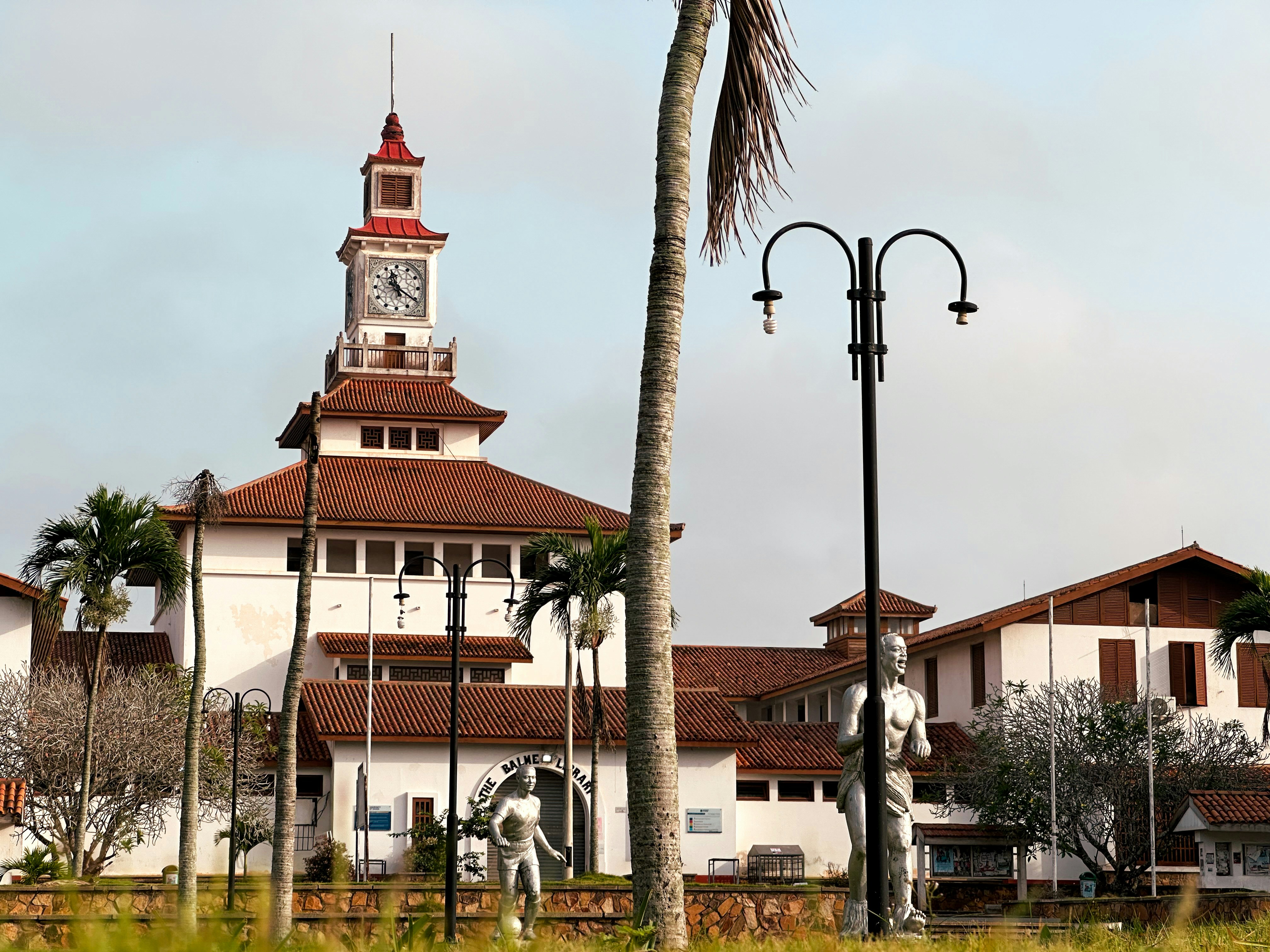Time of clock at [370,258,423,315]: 11:20
